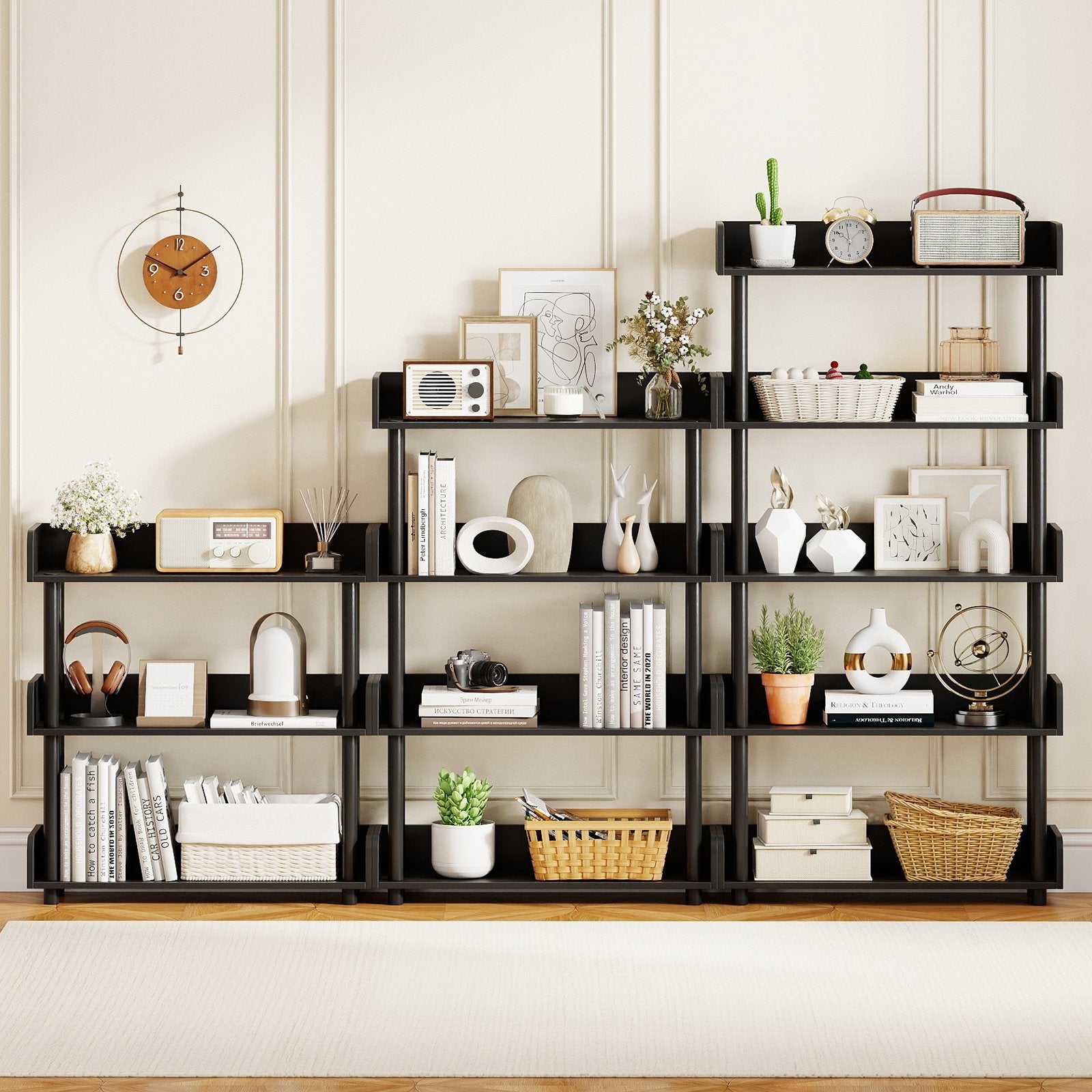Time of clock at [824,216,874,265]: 9:58
